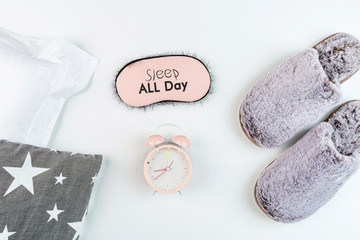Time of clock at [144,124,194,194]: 8:38
